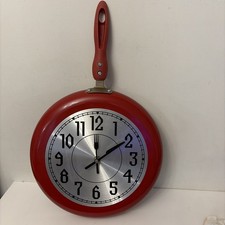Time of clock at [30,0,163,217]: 12:09
